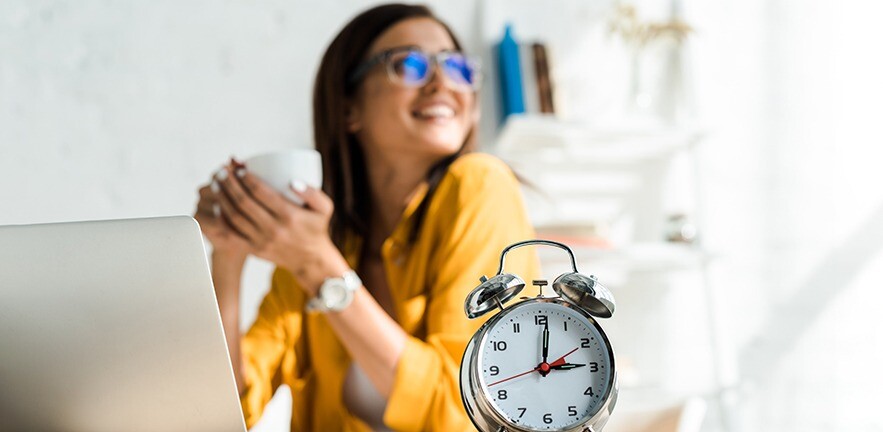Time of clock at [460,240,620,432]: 3:01
